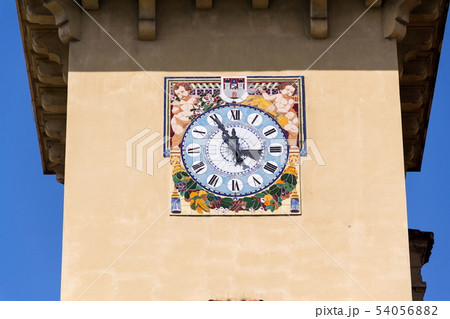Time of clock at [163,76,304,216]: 11:55
